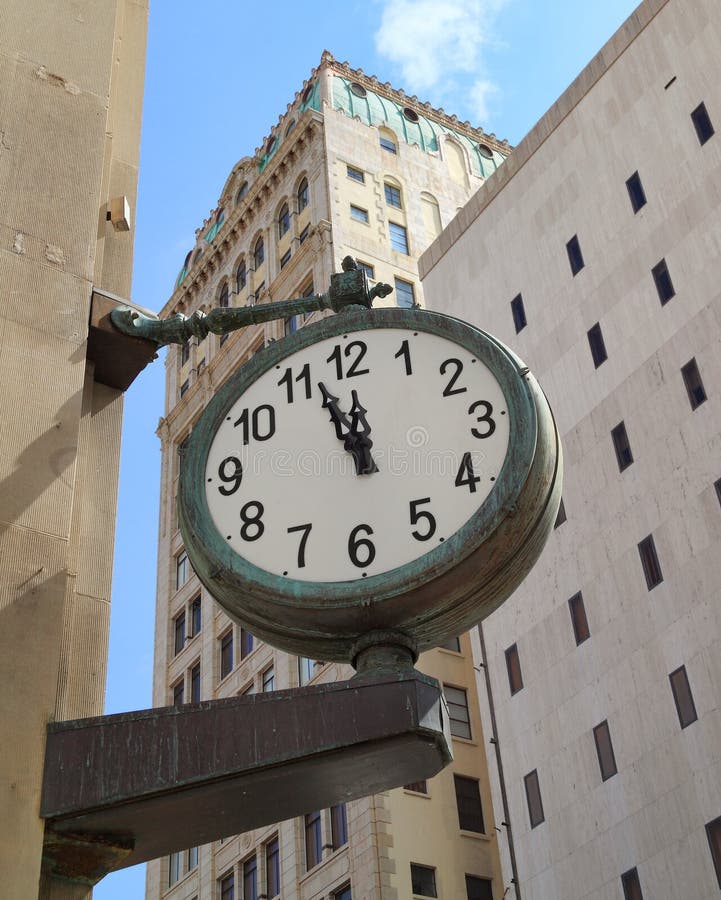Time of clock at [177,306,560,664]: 11:56
